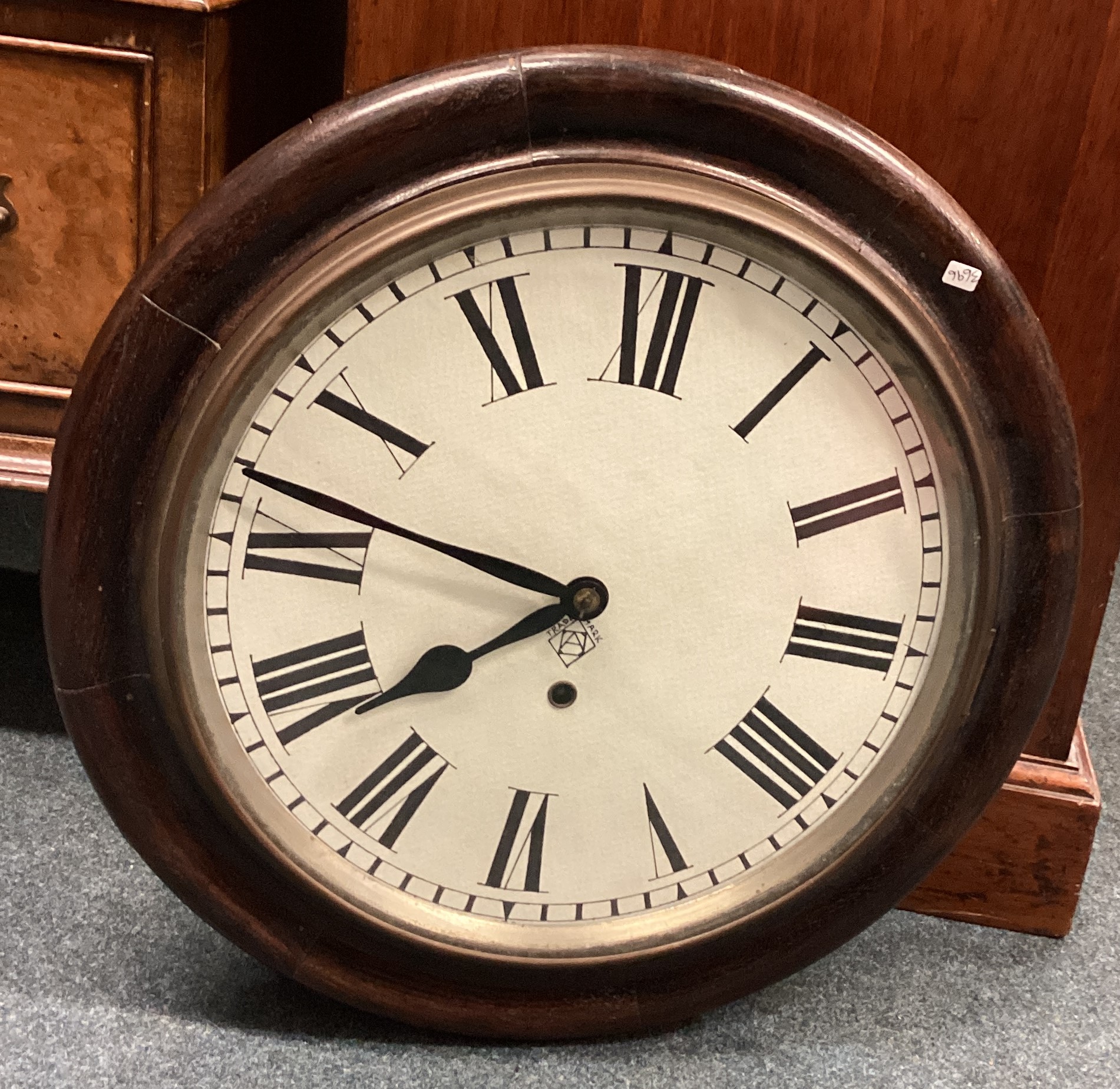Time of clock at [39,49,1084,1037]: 7:46
